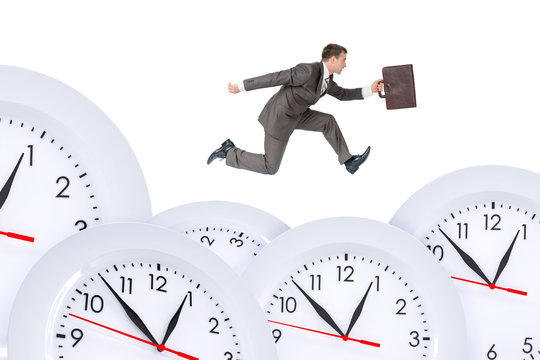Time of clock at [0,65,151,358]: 12:52
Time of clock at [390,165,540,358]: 12:52
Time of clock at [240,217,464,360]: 12:52
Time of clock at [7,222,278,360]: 12:53
